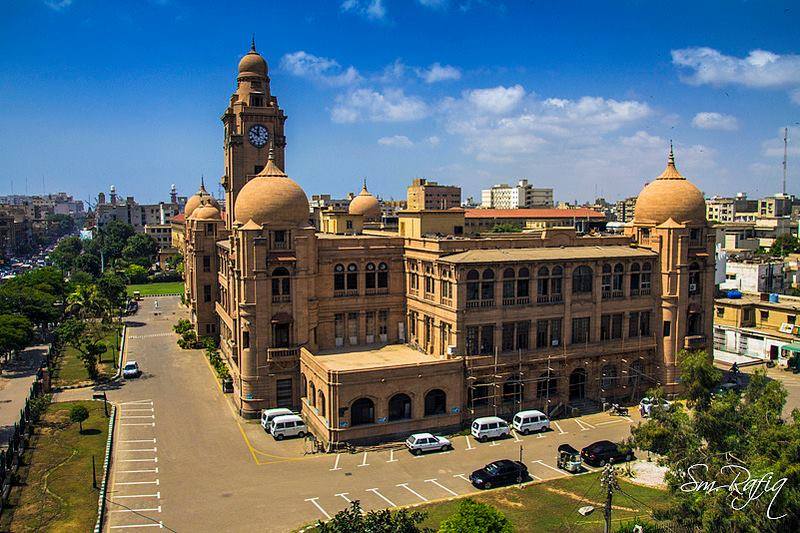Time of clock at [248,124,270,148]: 11:49
